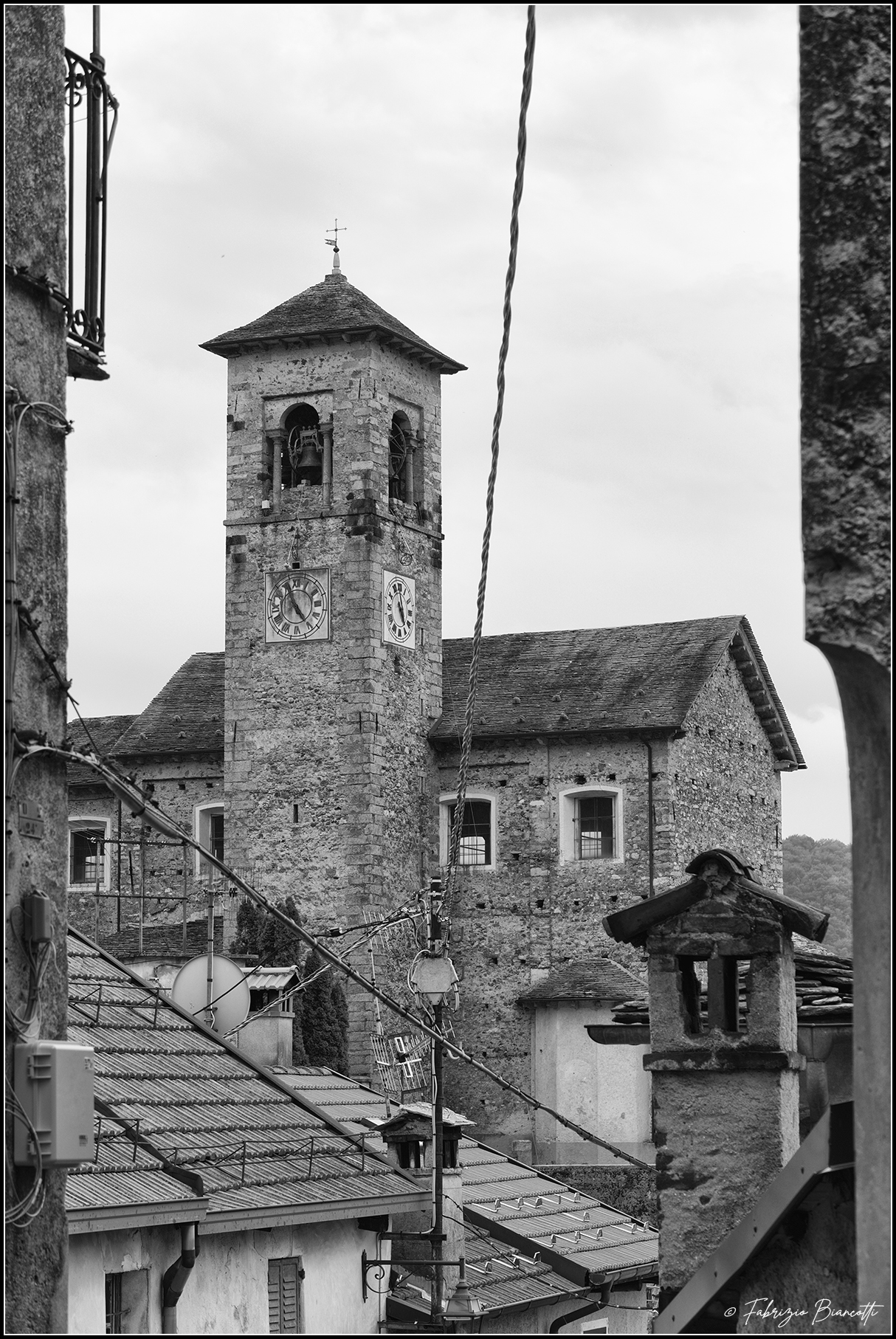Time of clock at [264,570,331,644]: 4:56
